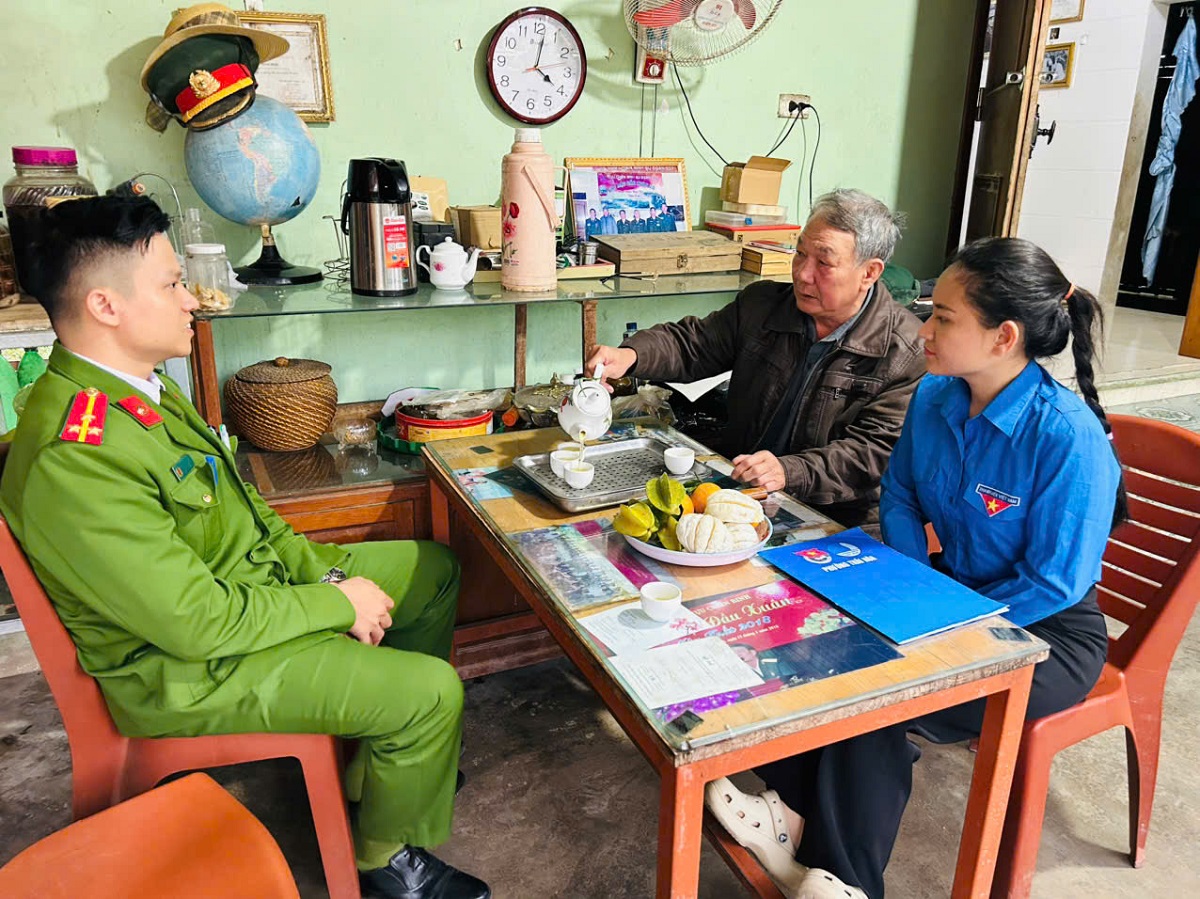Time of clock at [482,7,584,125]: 4:01
